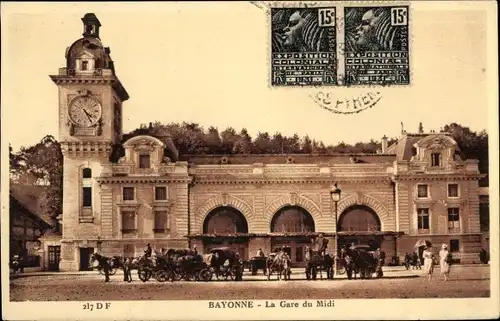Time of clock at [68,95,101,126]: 4:24
